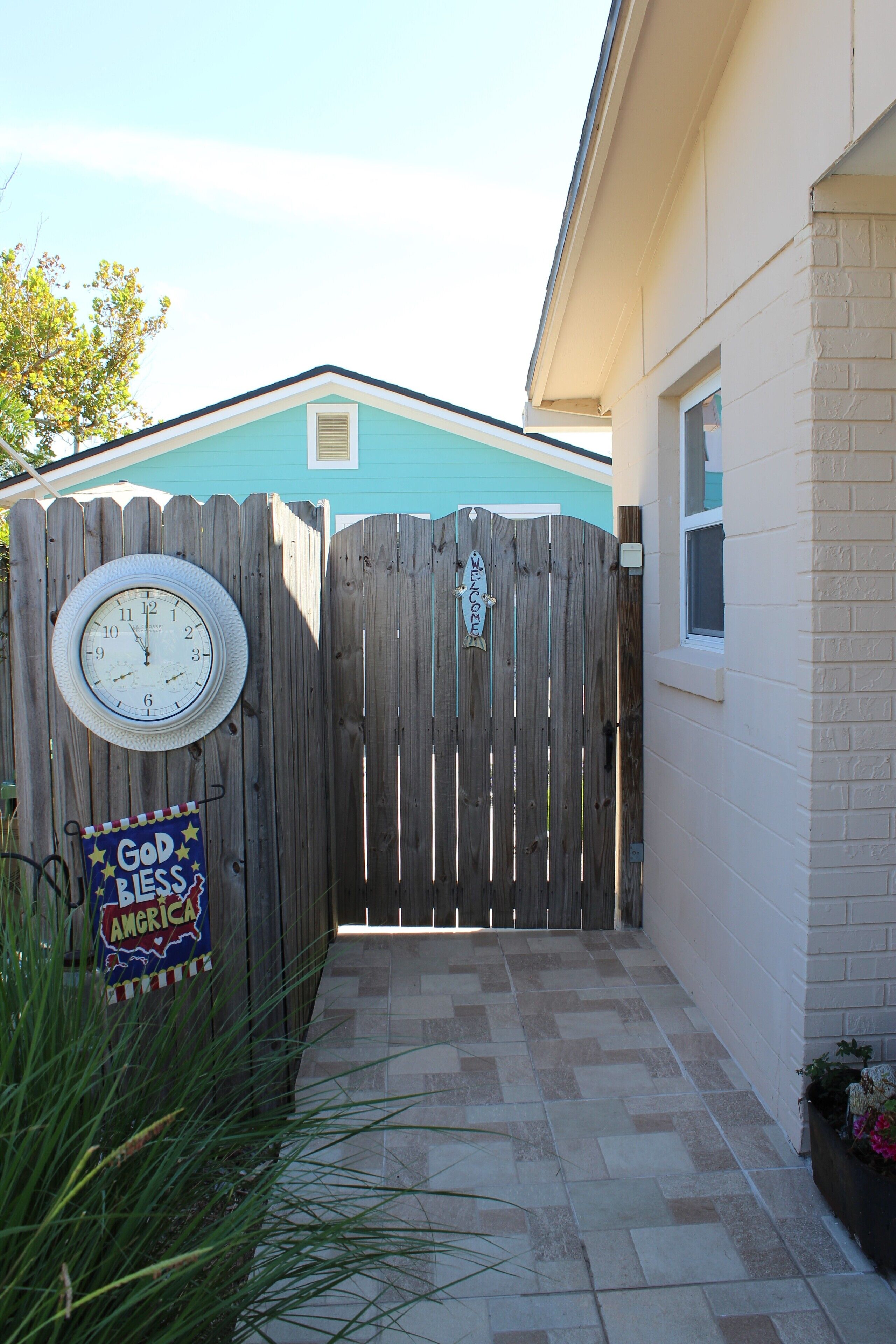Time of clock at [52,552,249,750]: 10:59
